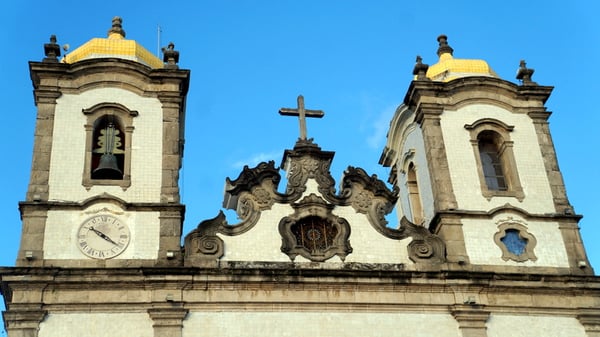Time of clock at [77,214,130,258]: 10:21
